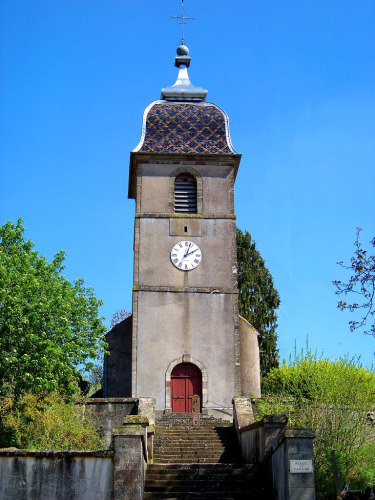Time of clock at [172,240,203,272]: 2:03
